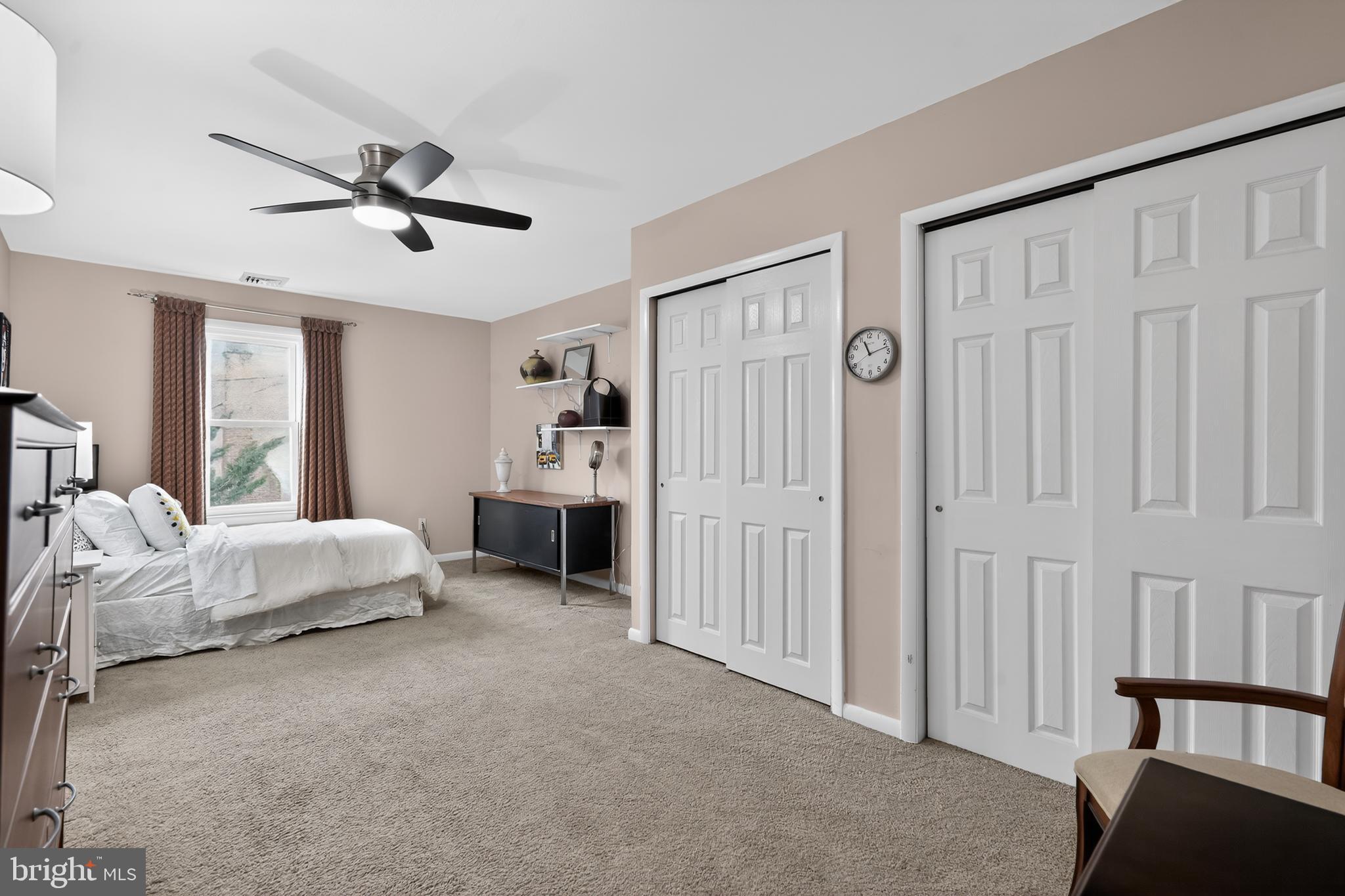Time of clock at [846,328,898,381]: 11:12
